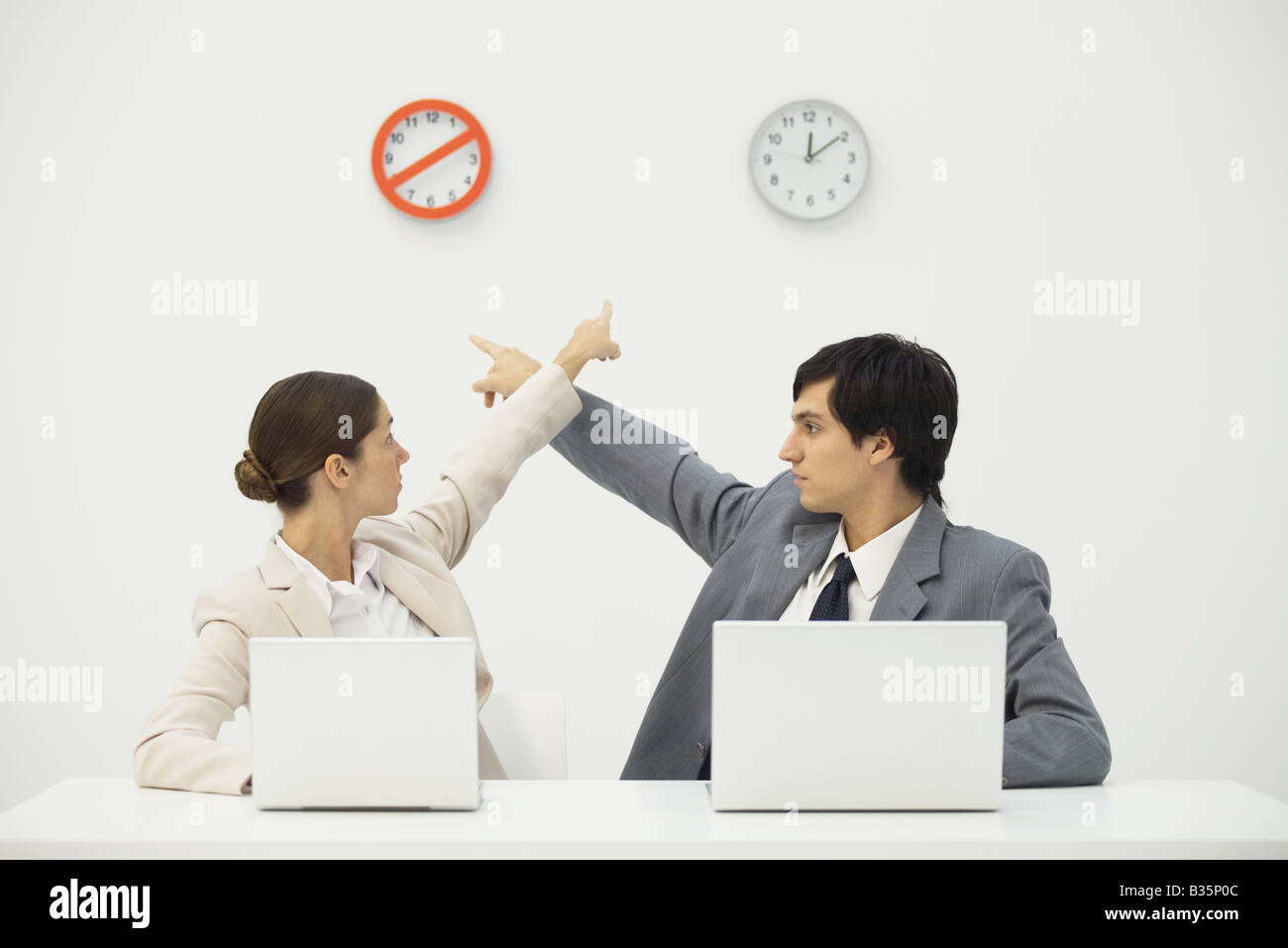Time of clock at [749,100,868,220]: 12:09
